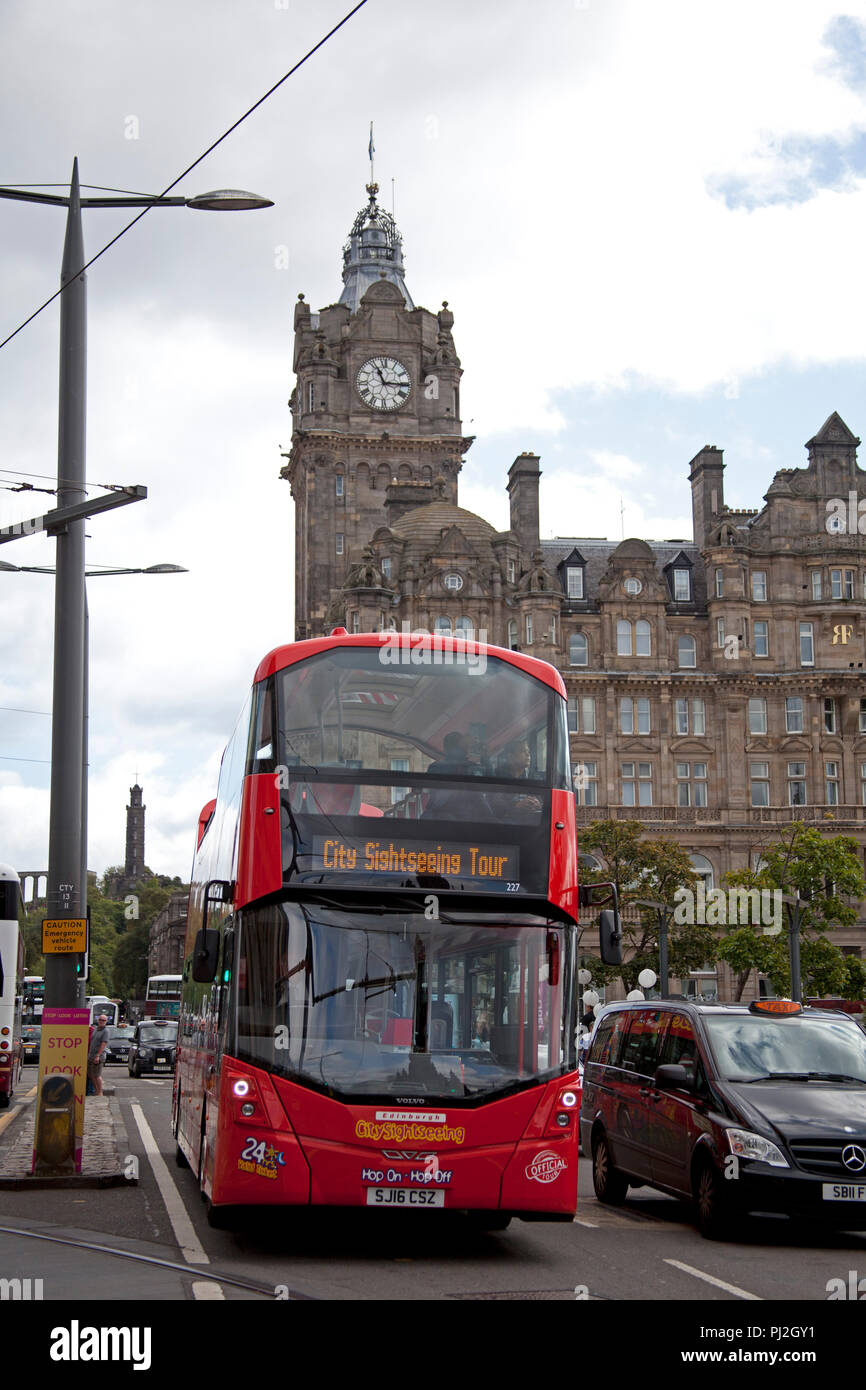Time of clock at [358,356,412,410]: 11:15
